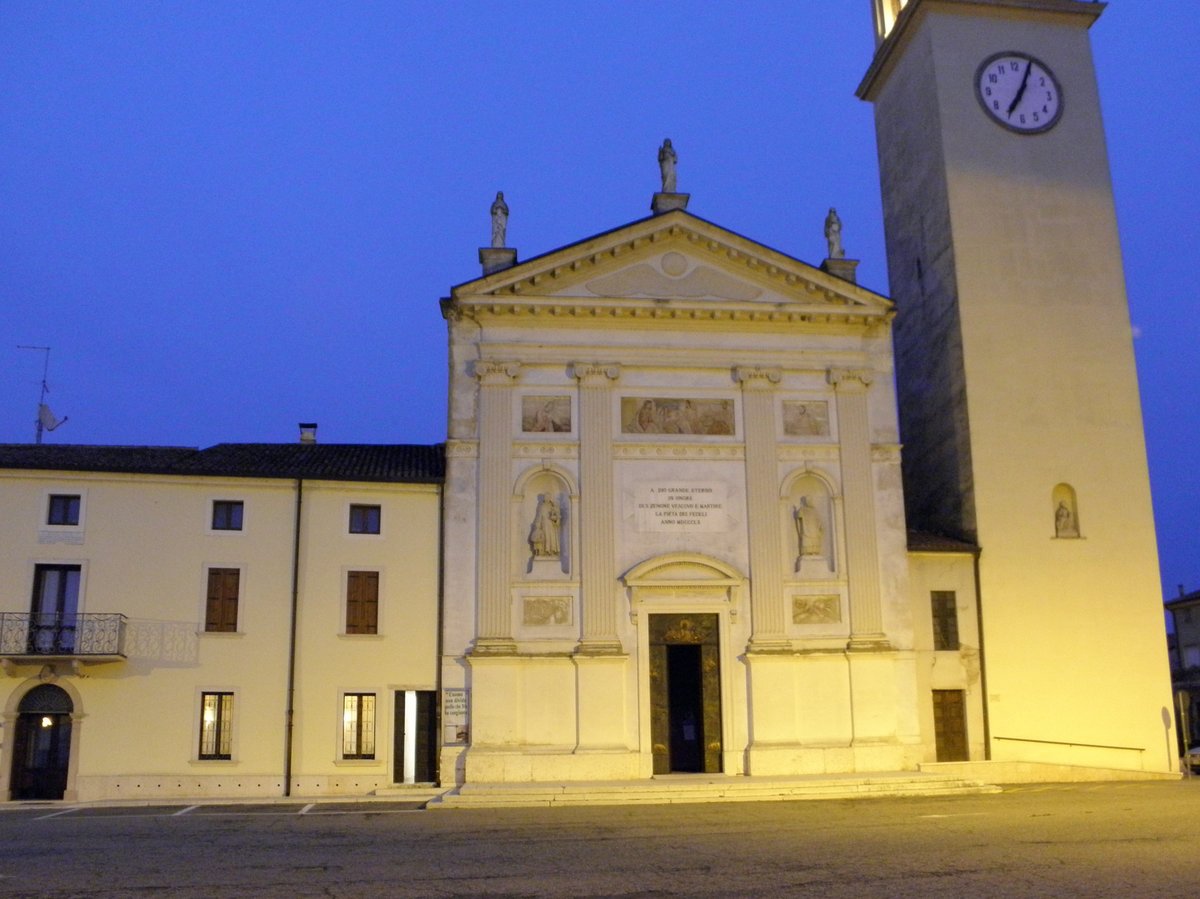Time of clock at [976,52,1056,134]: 7:04
